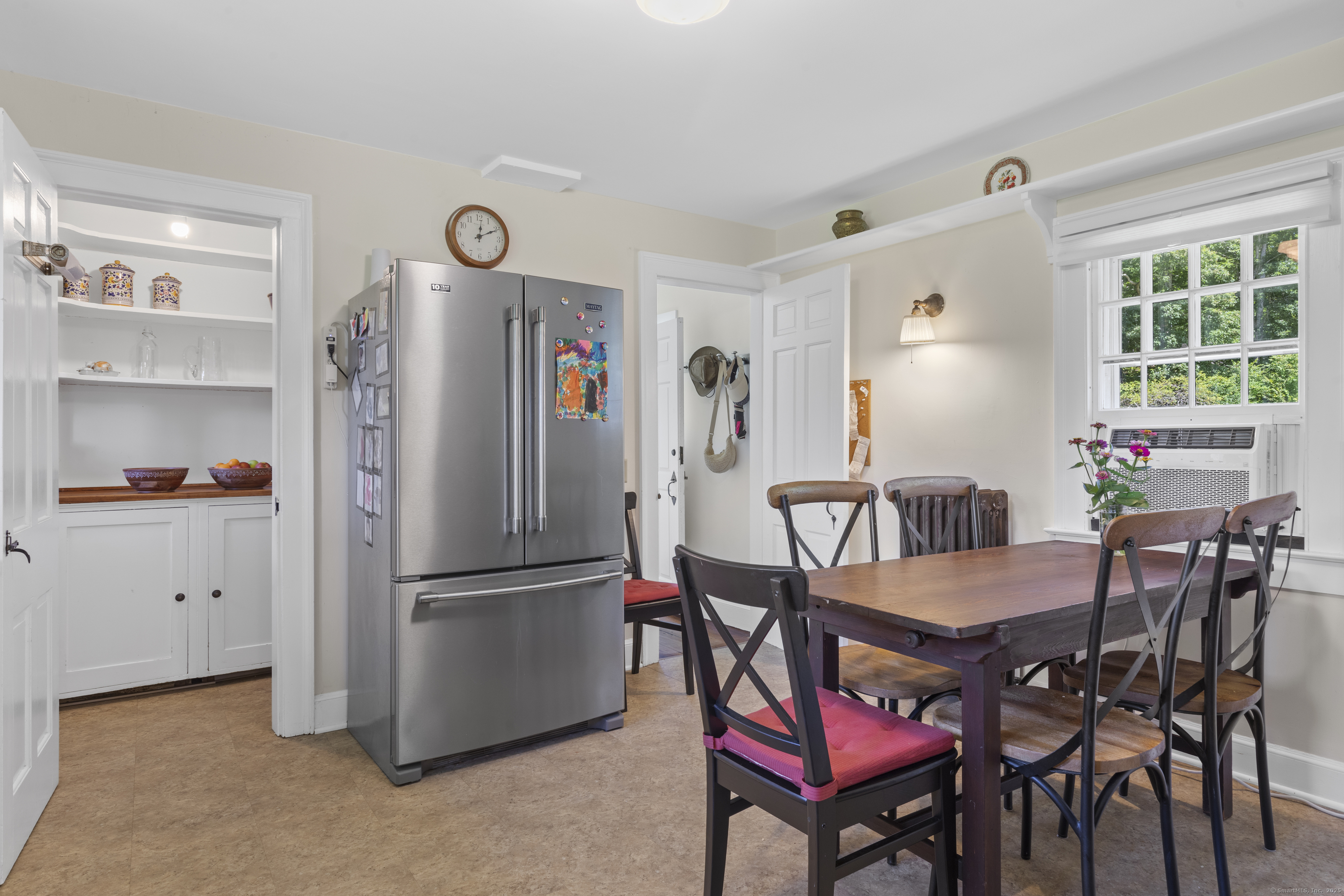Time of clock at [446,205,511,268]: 12:10
